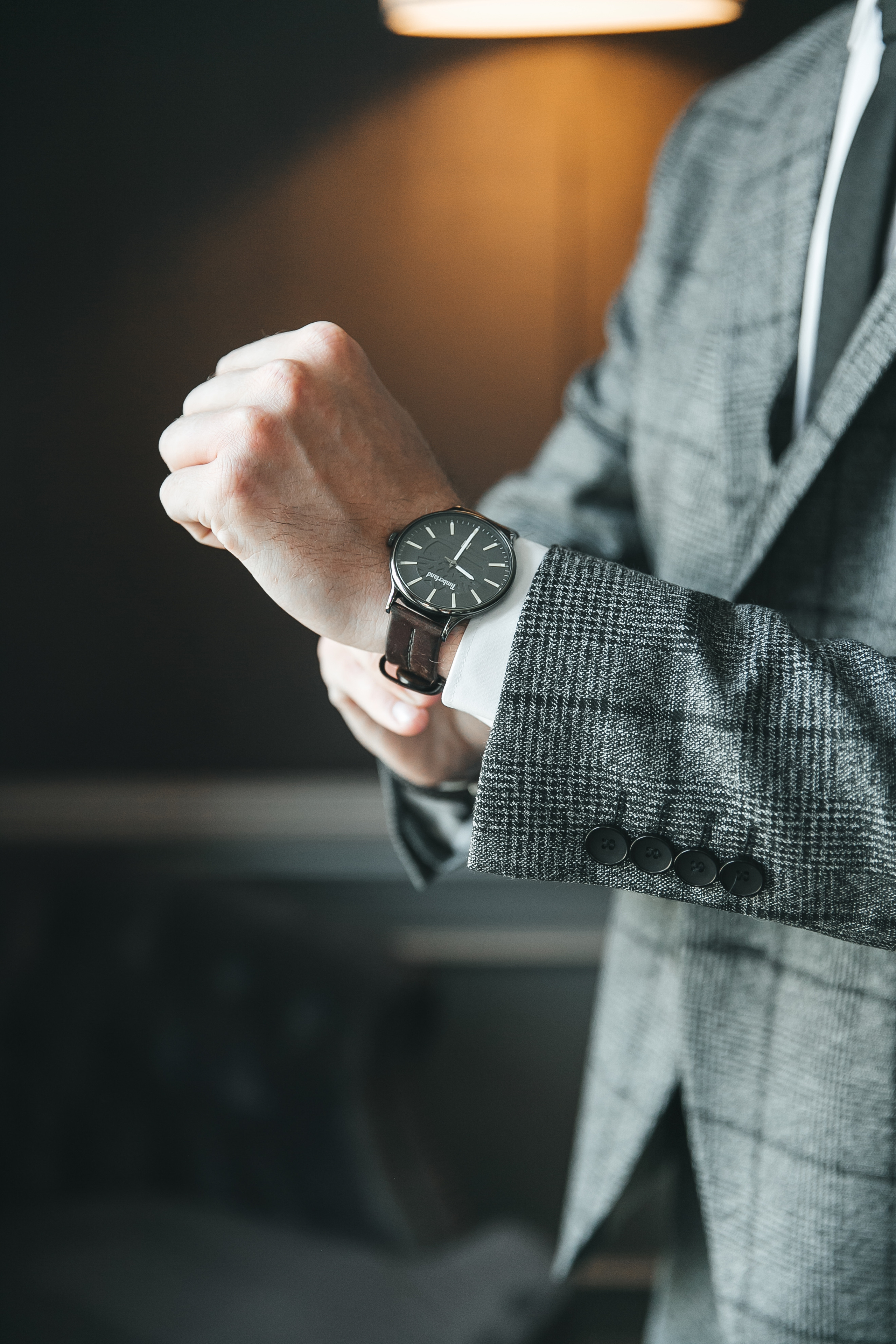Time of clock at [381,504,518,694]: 4:04
